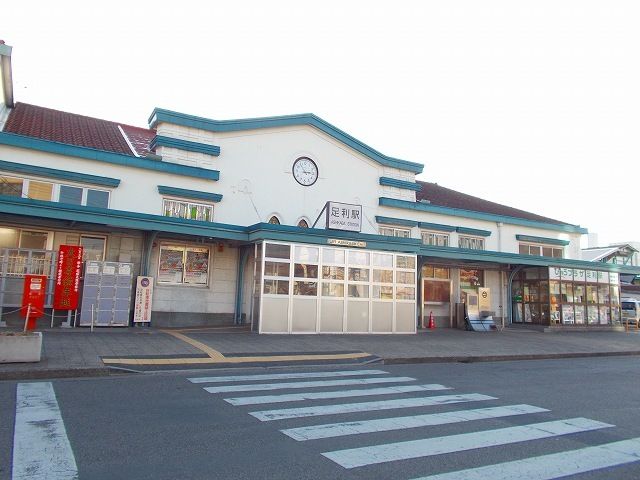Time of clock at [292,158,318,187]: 2:54
